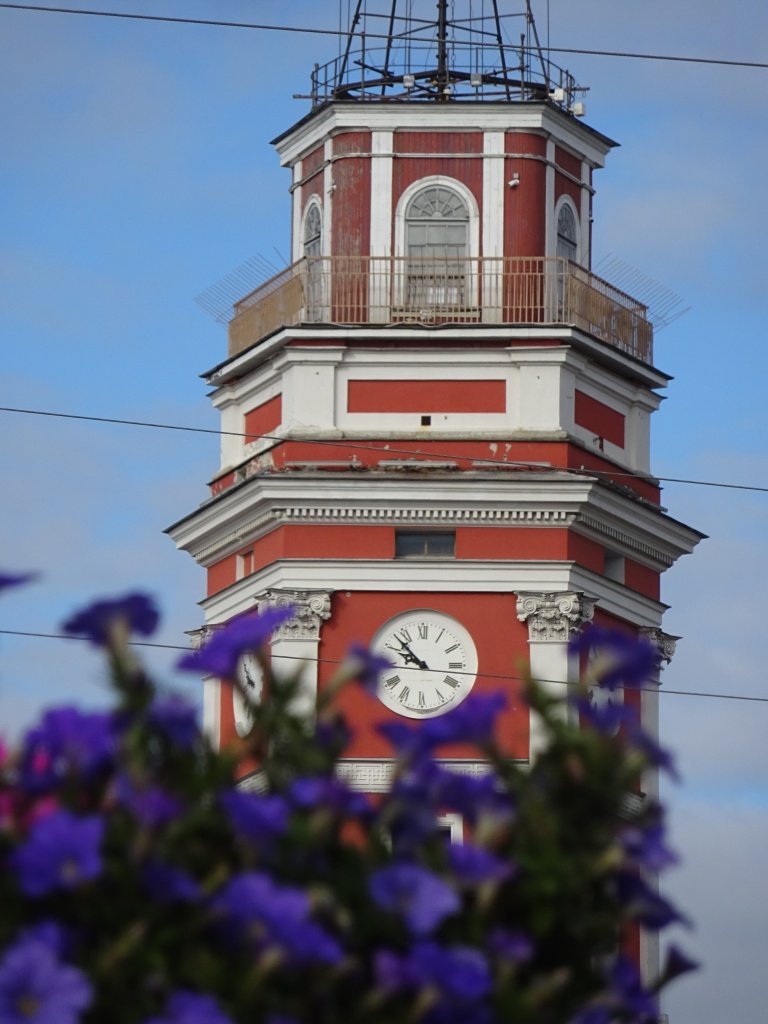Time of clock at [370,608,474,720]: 9:52
